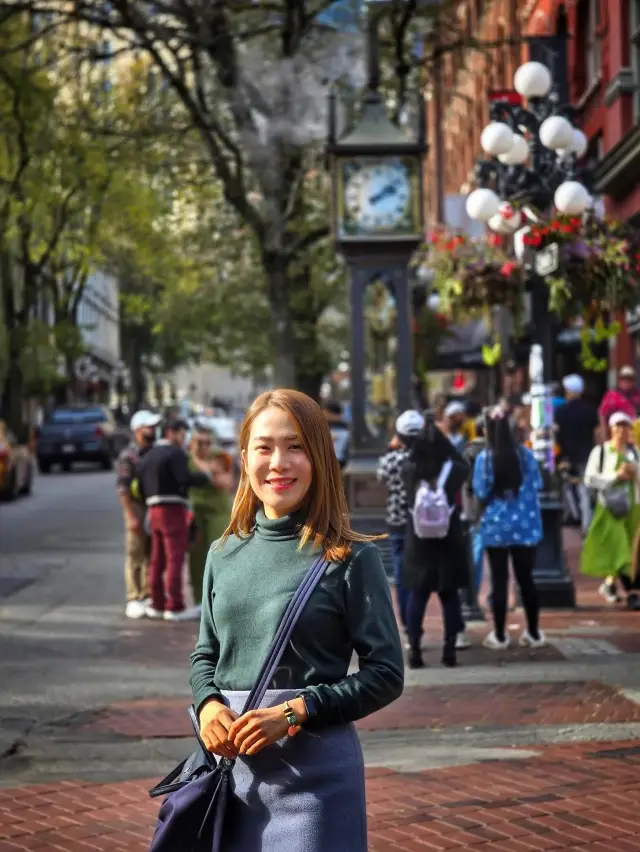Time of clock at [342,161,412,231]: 2:08
